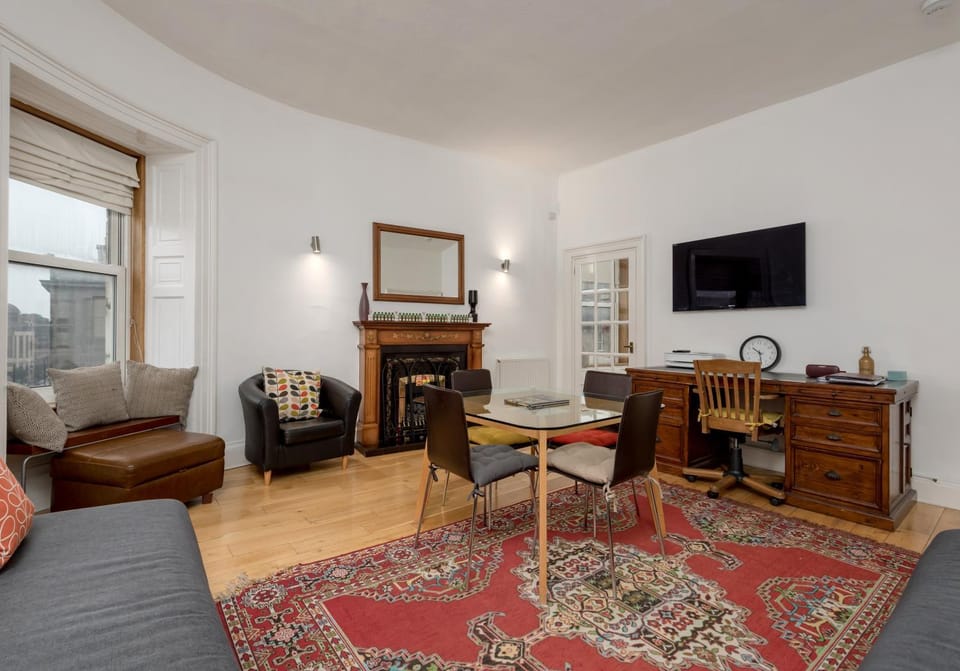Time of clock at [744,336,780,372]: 10:28
